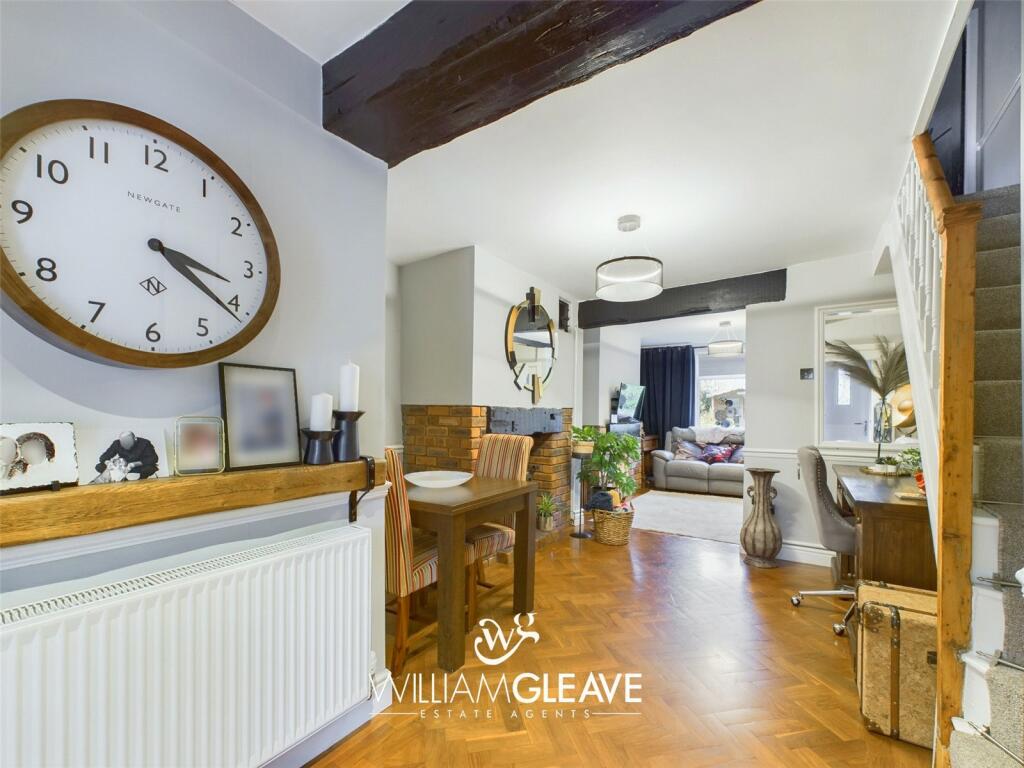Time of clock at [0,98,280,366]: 3:21
